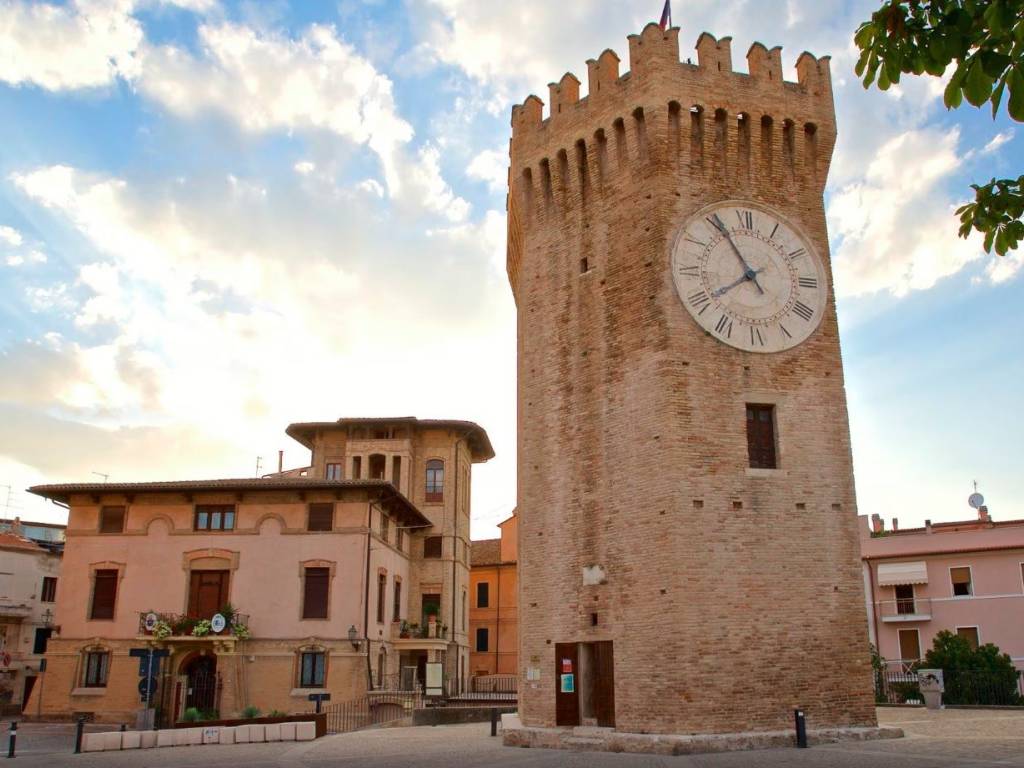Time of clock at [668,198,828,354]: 7:54
